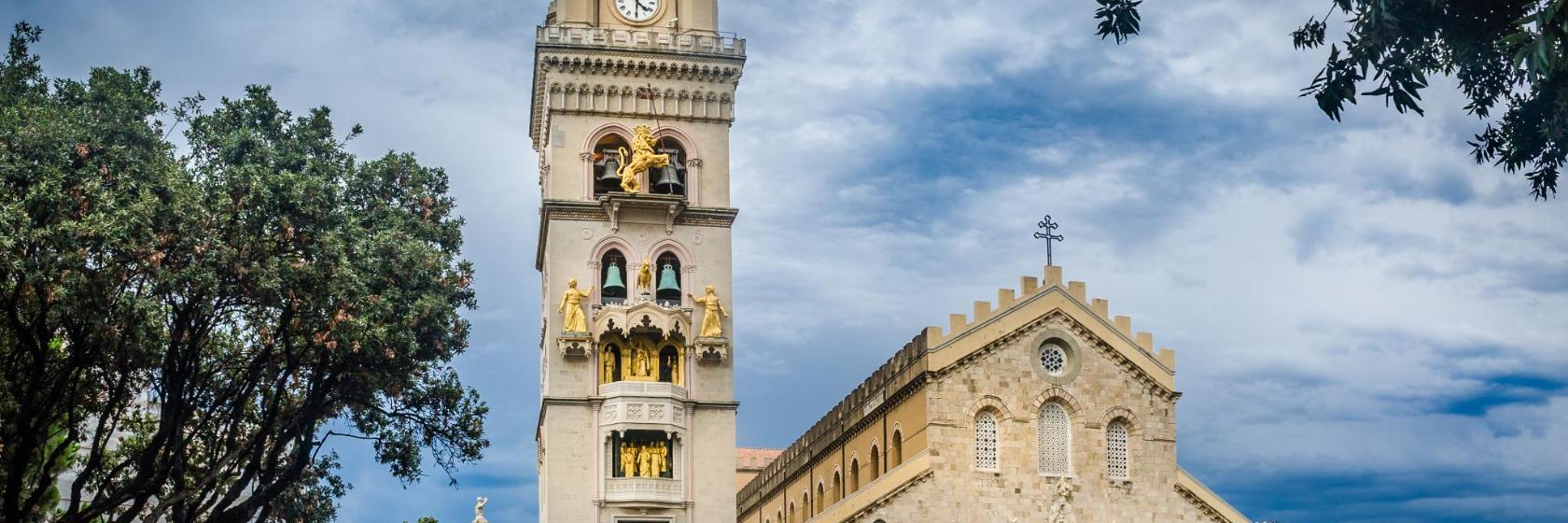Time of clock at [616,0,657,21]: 4:30
